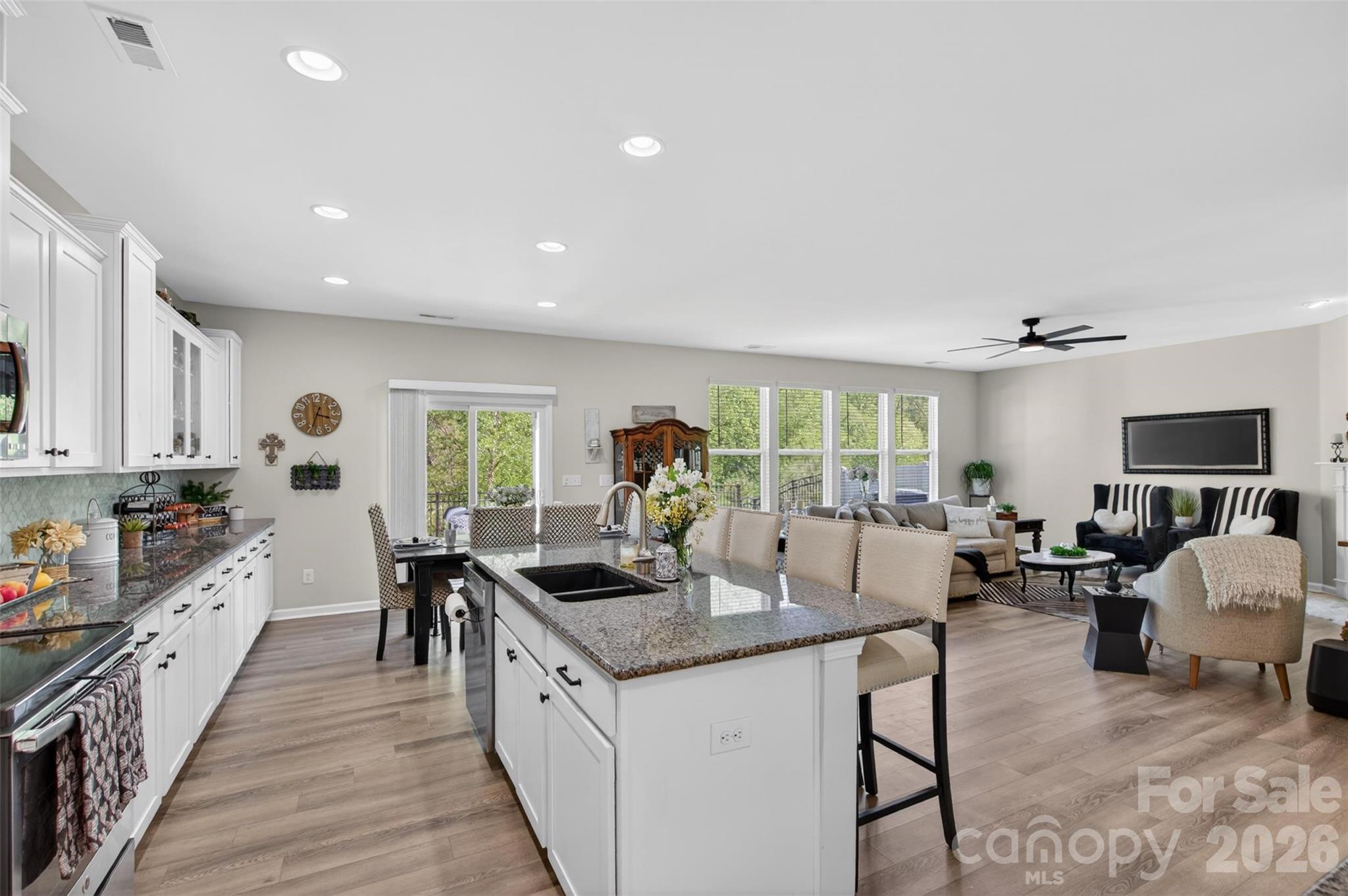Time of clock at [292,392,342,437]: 3:34
